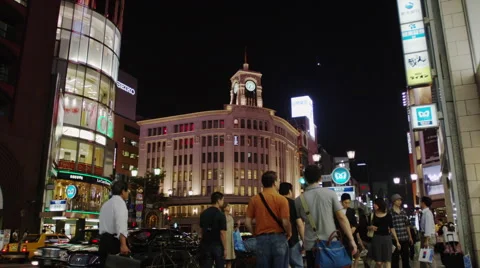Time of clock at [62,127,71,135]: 7:37
